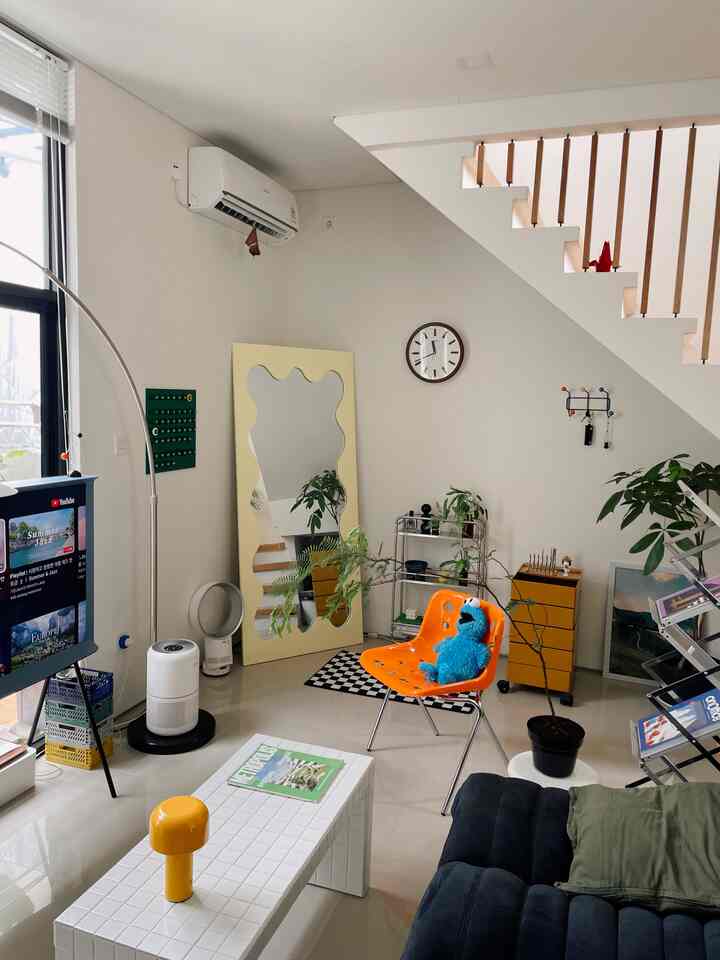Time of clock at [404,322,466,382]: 11:41
